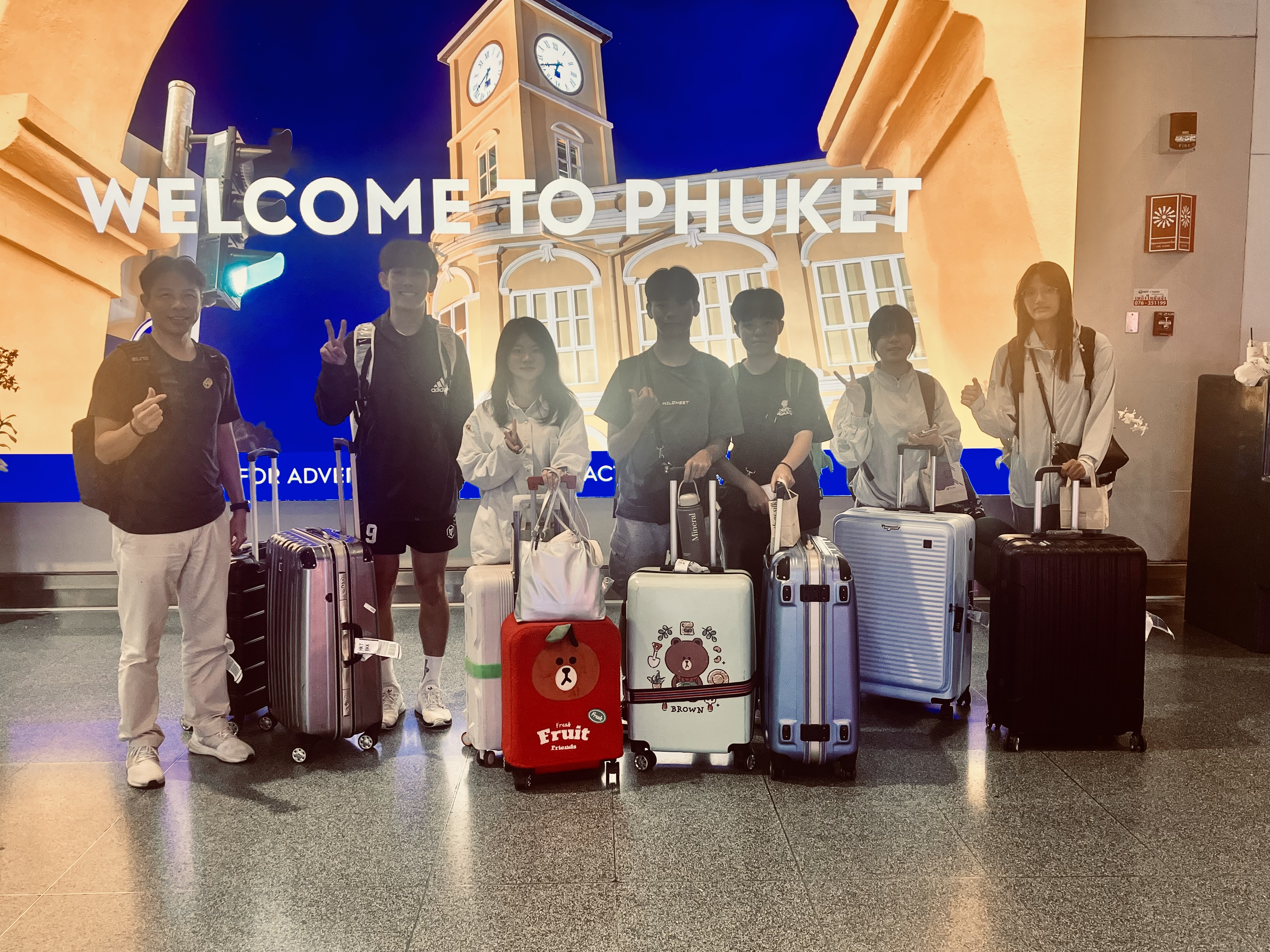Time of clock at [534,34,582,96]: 6:41
